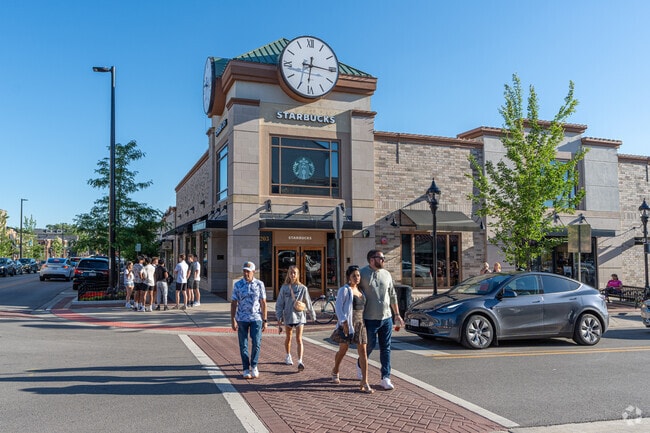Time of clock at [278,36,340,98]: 6:15
